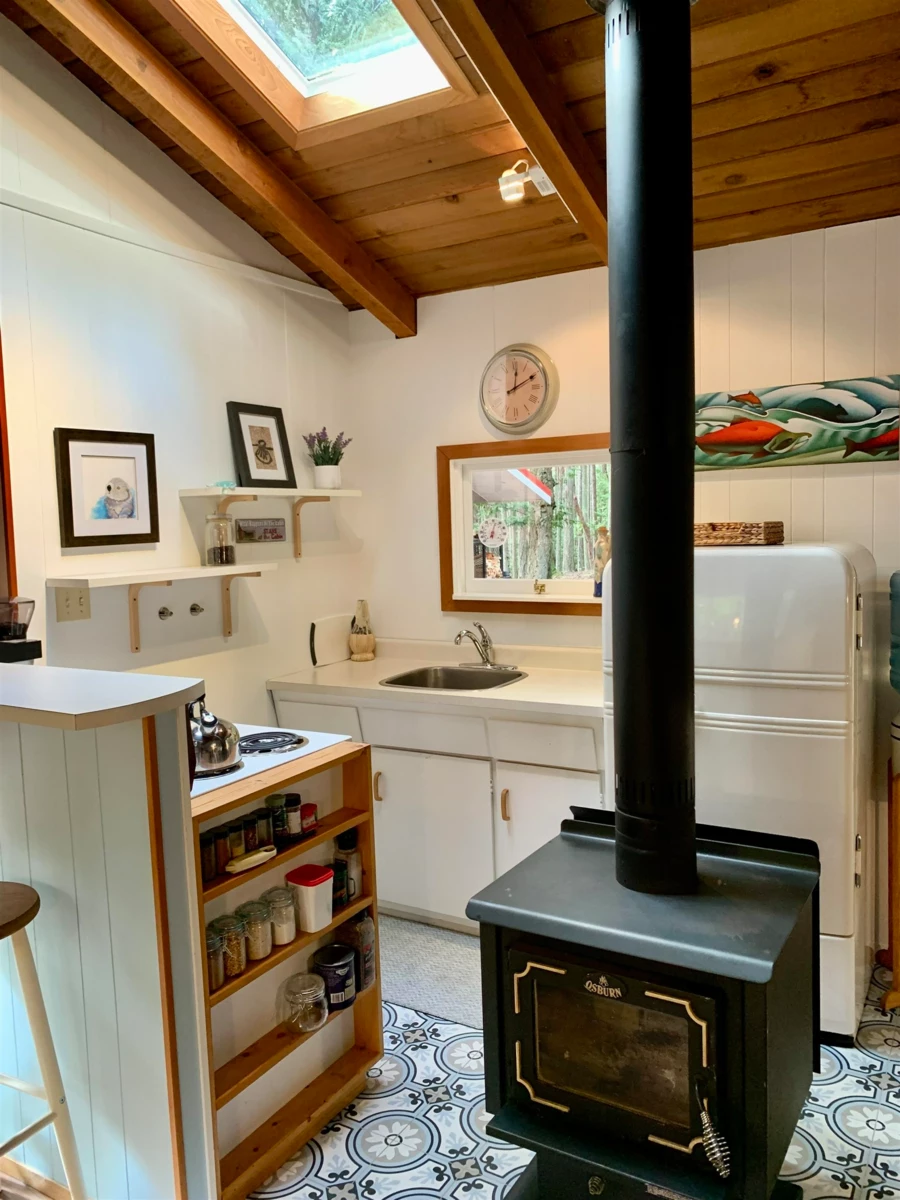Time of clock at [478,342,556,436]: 12:10
